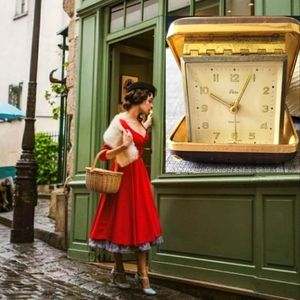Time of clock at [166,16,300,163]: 10:04
